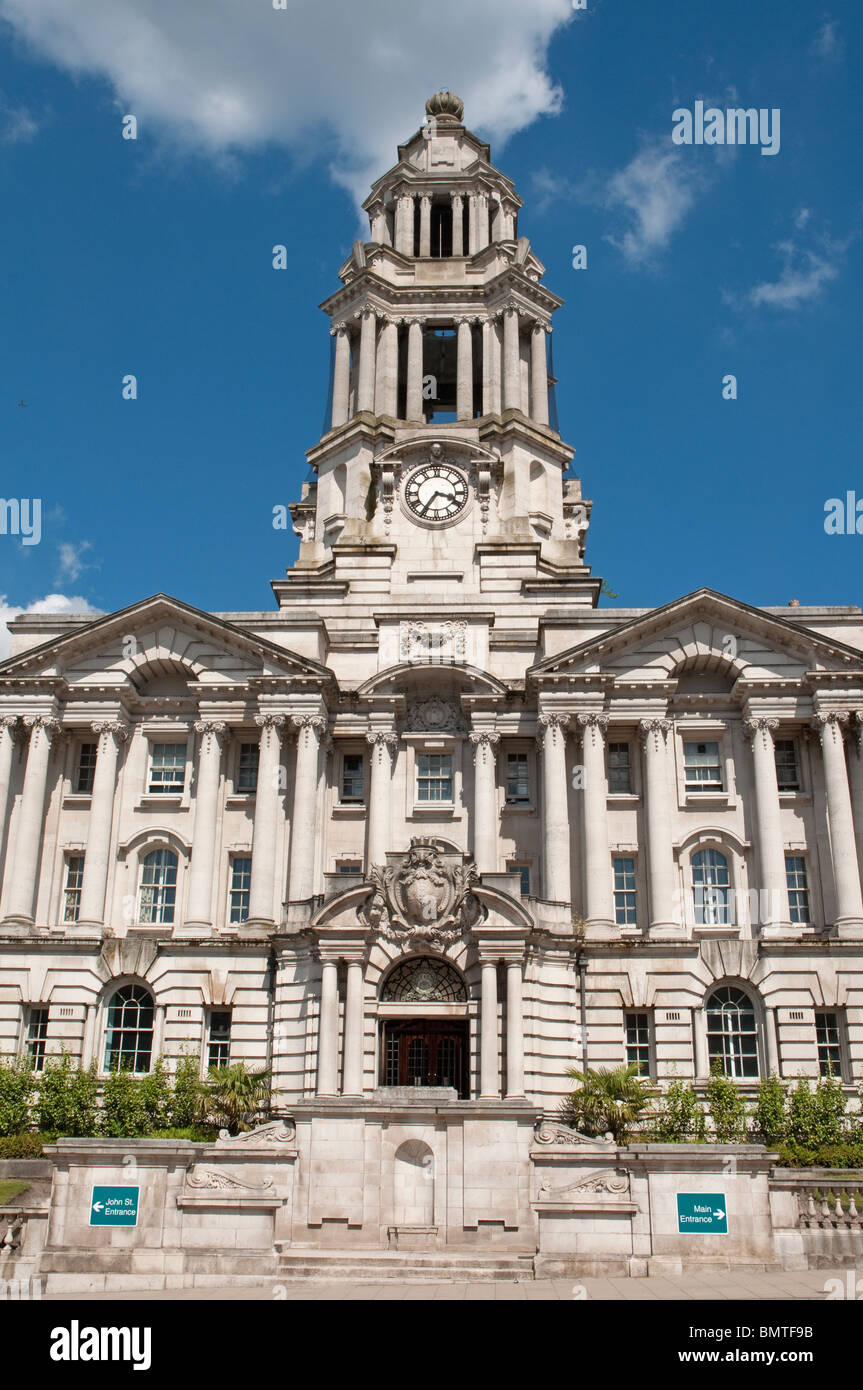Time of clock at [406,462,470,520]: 3:35
